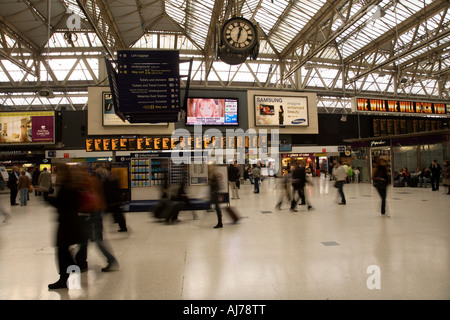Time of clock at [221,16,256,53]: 12:32
